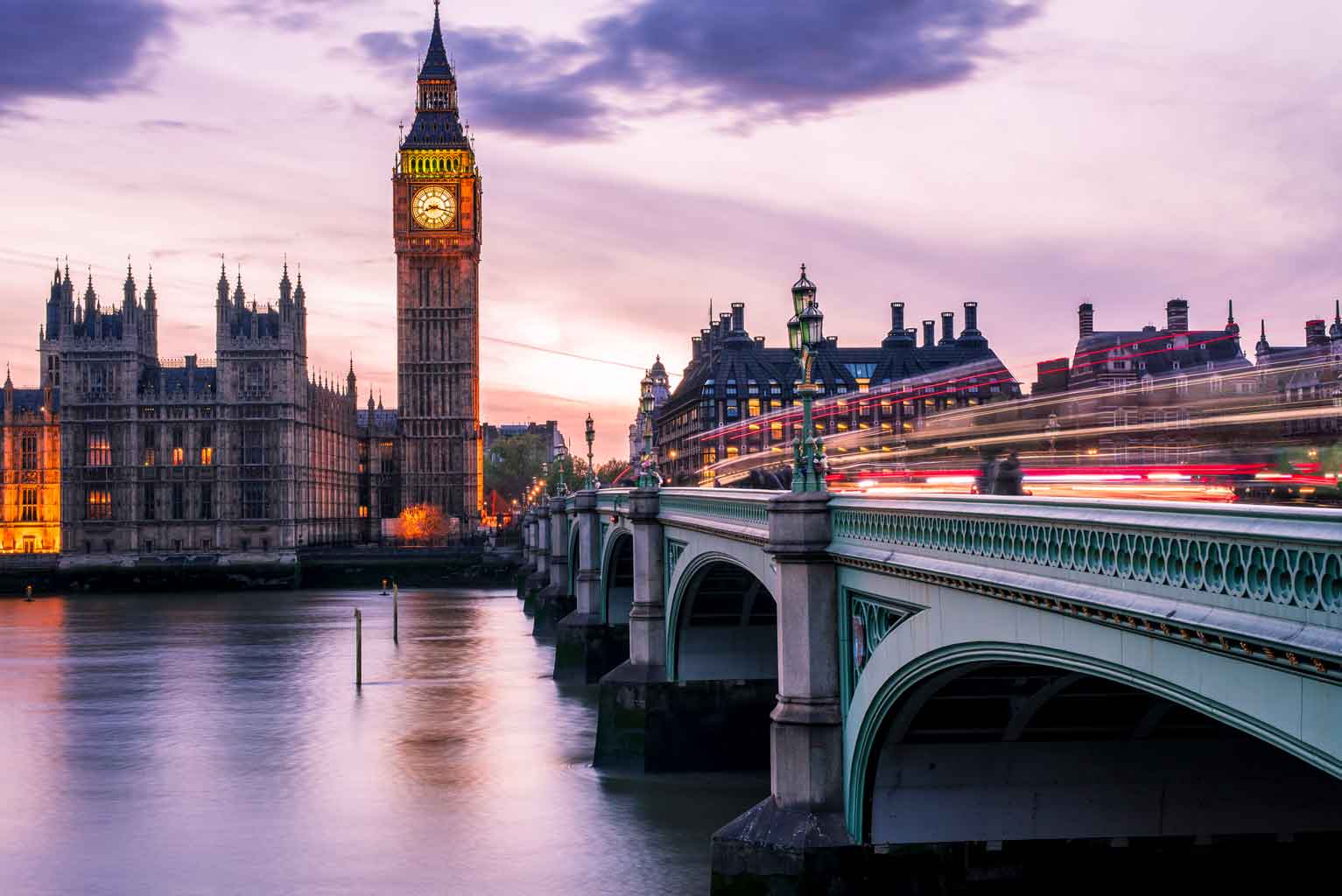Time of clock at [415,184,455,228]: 8:17
